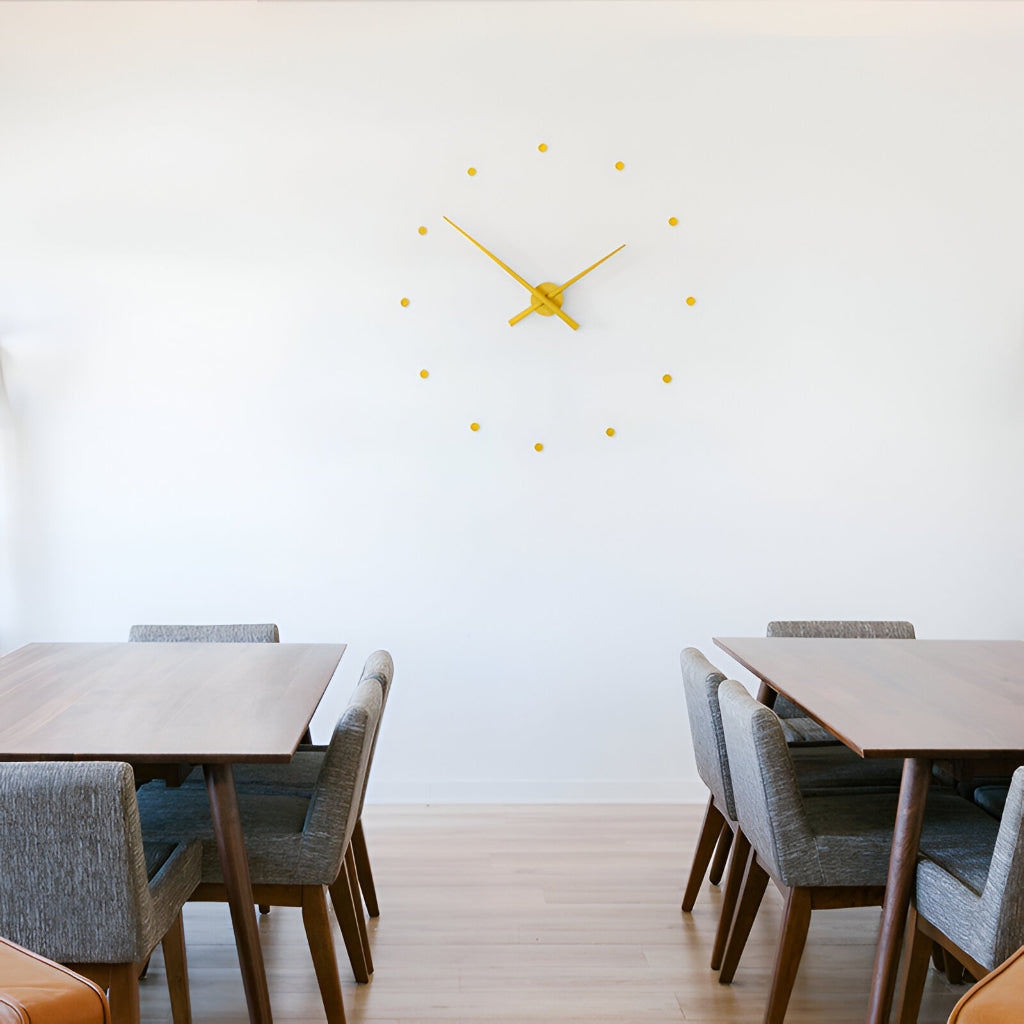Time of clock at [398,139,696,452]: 1:51
